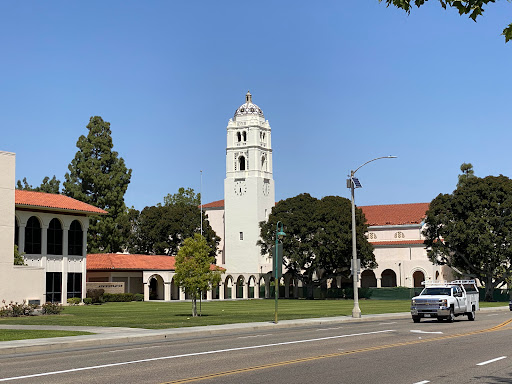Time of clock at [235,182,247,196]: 6:28
